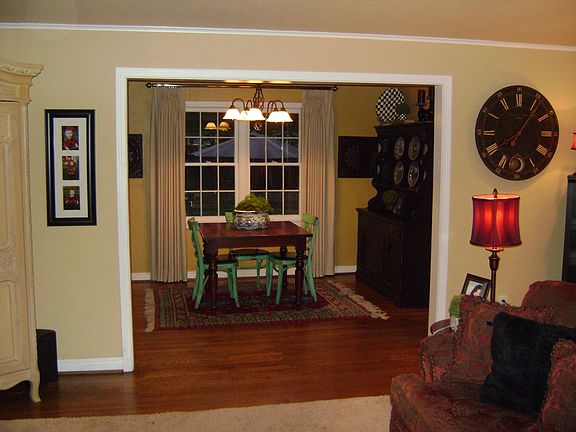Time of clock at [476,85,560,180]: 8:06
